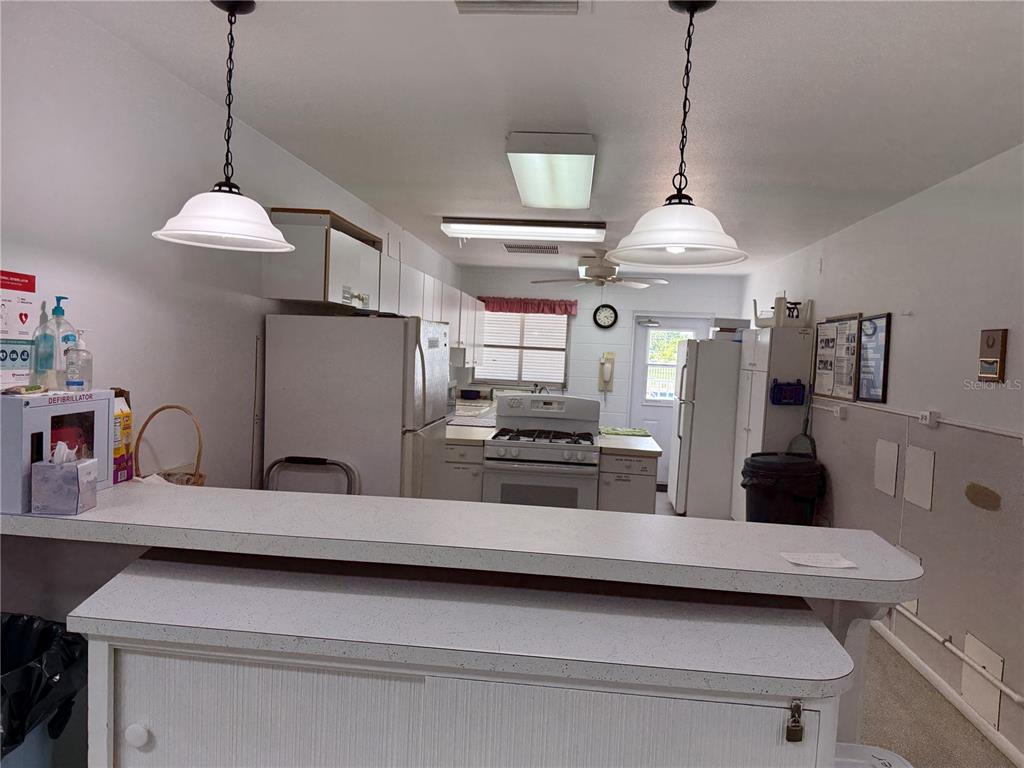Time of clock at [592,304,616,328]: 4:13
